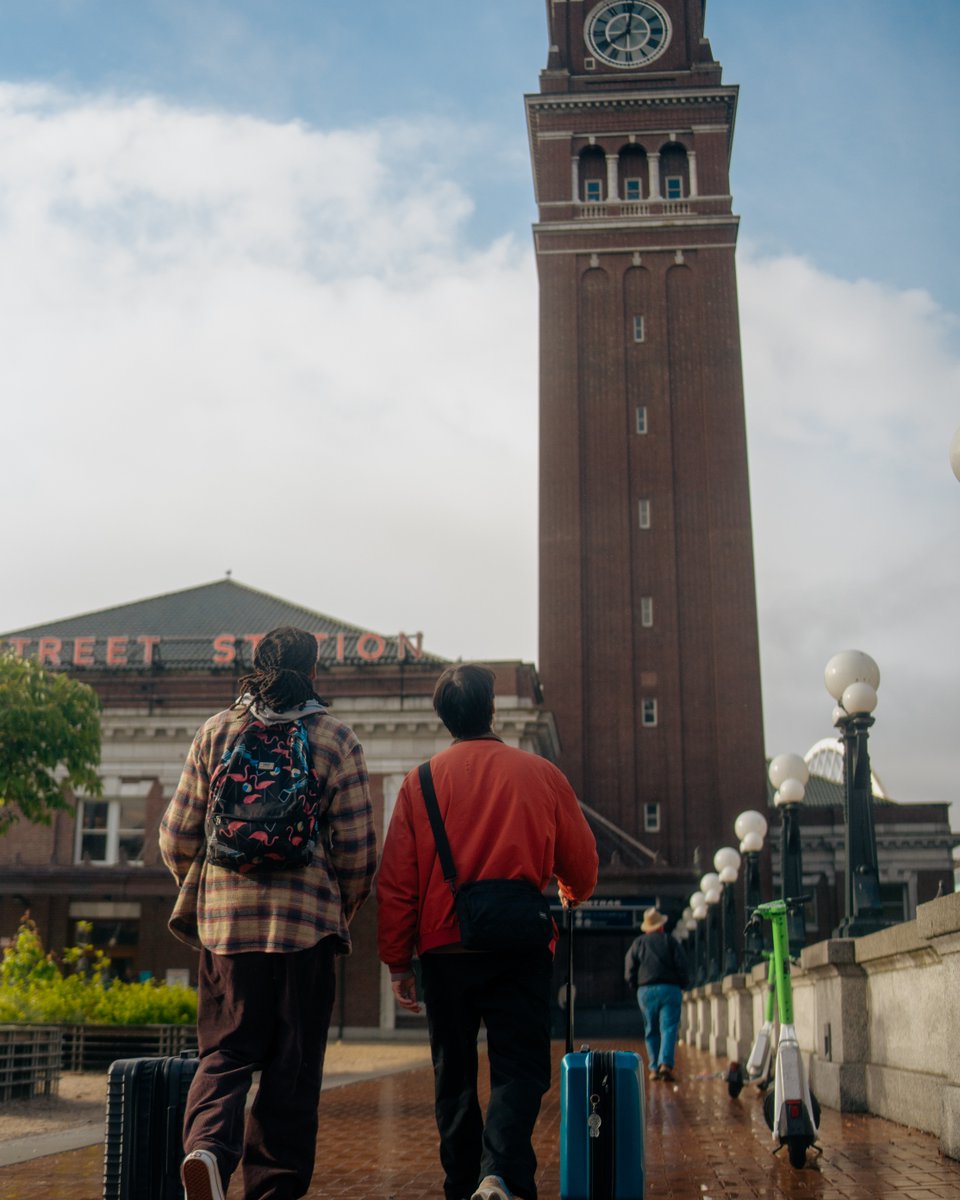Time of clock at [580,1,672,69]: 8:01
